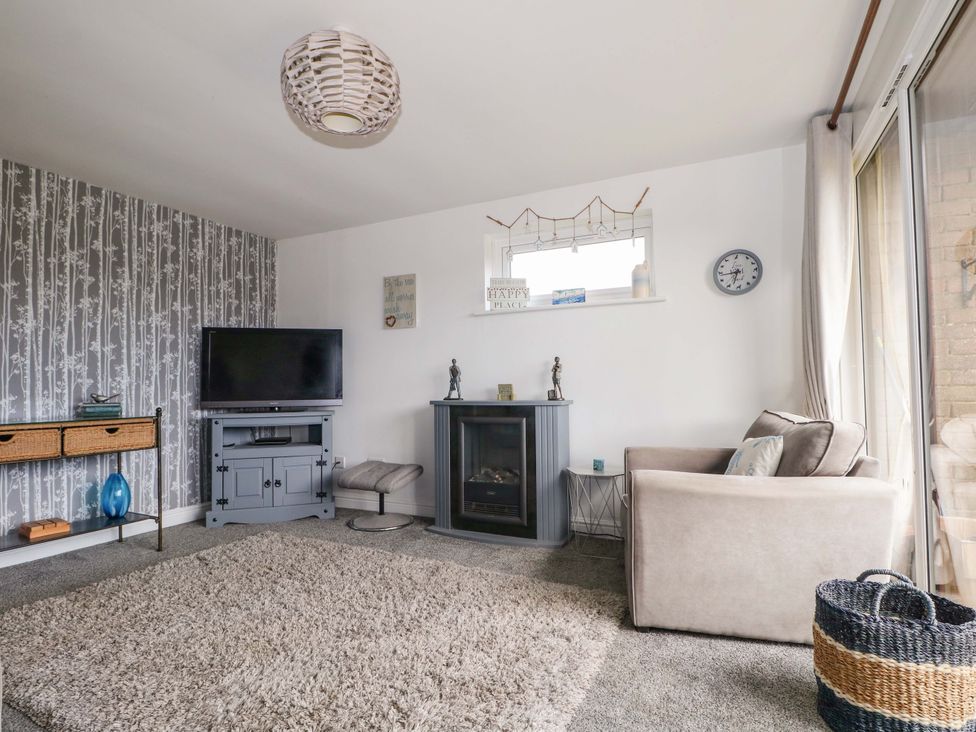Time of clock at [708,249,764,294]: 6:43
